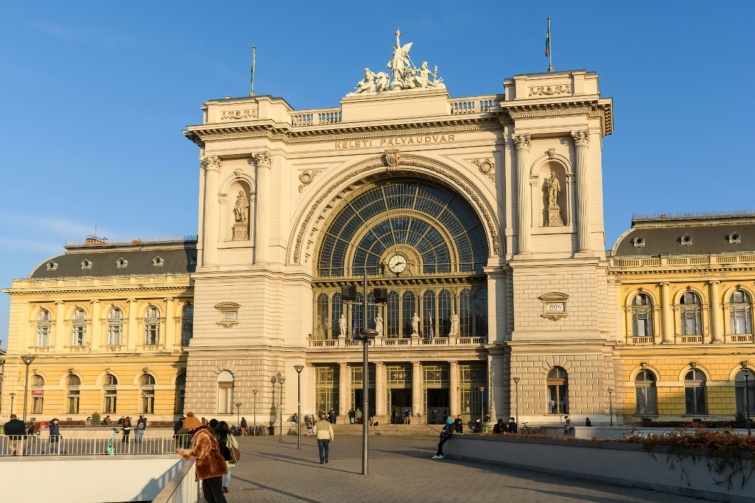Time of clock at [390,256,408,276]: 2:38
